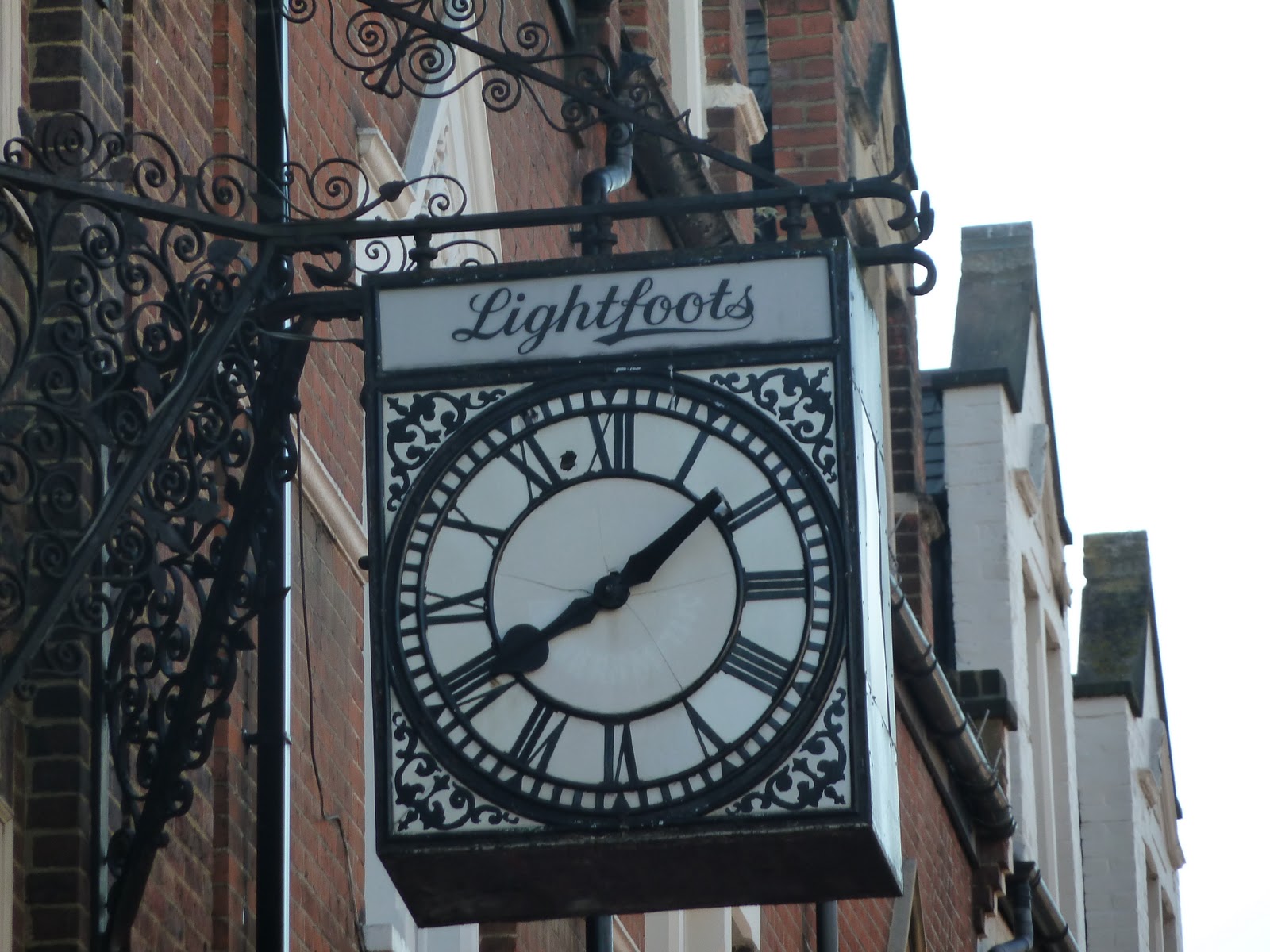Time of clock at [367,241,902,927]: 1:40
